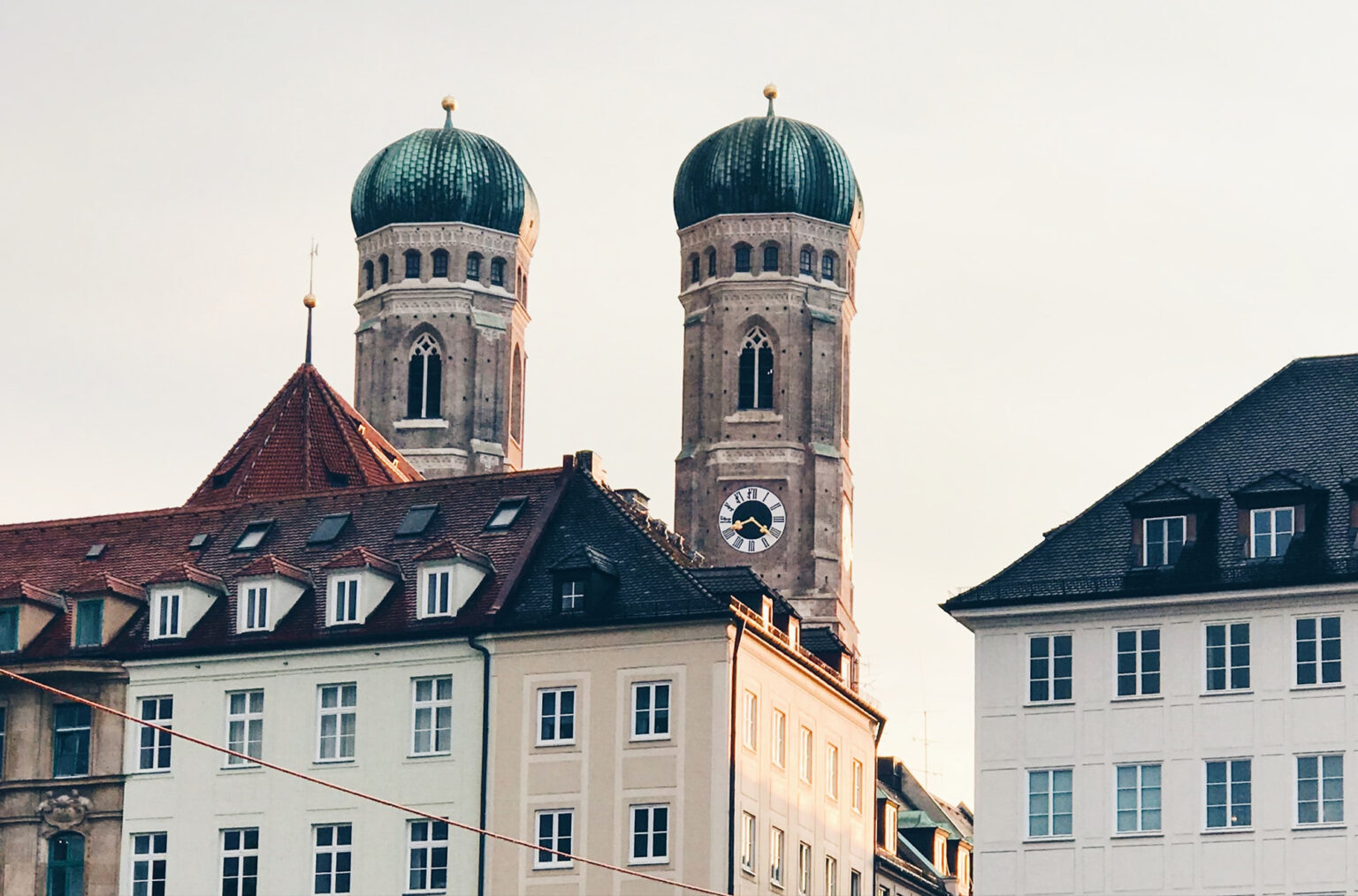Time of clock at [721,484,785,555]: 8:21
